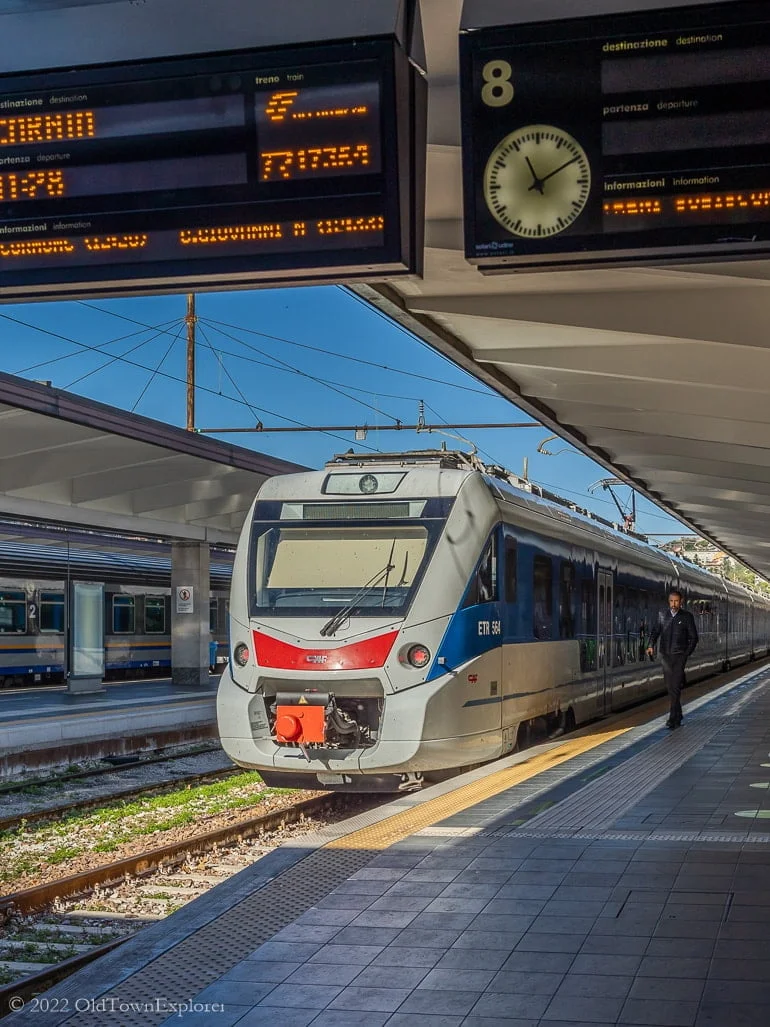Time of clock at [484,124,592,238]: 11:09
